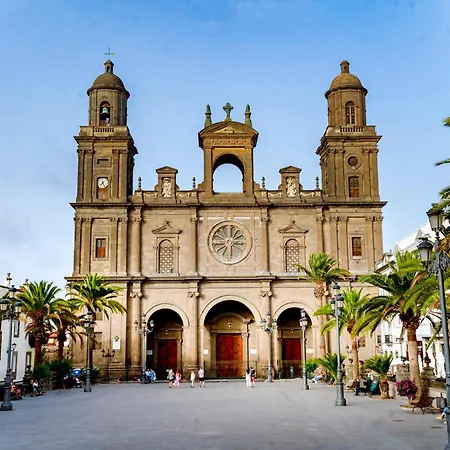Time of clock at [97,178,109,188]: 7:25
